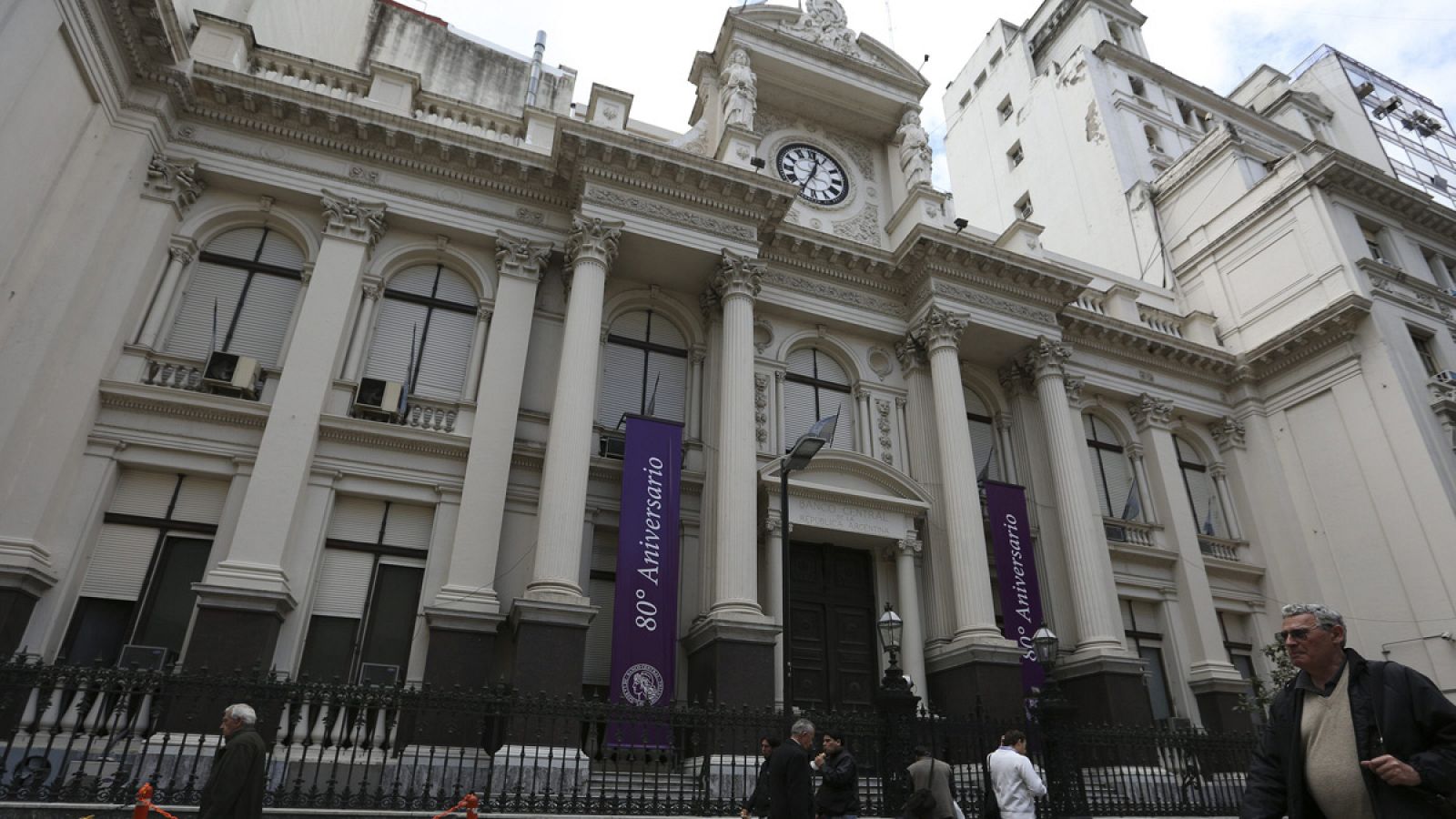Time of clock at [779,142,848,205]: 12:34
